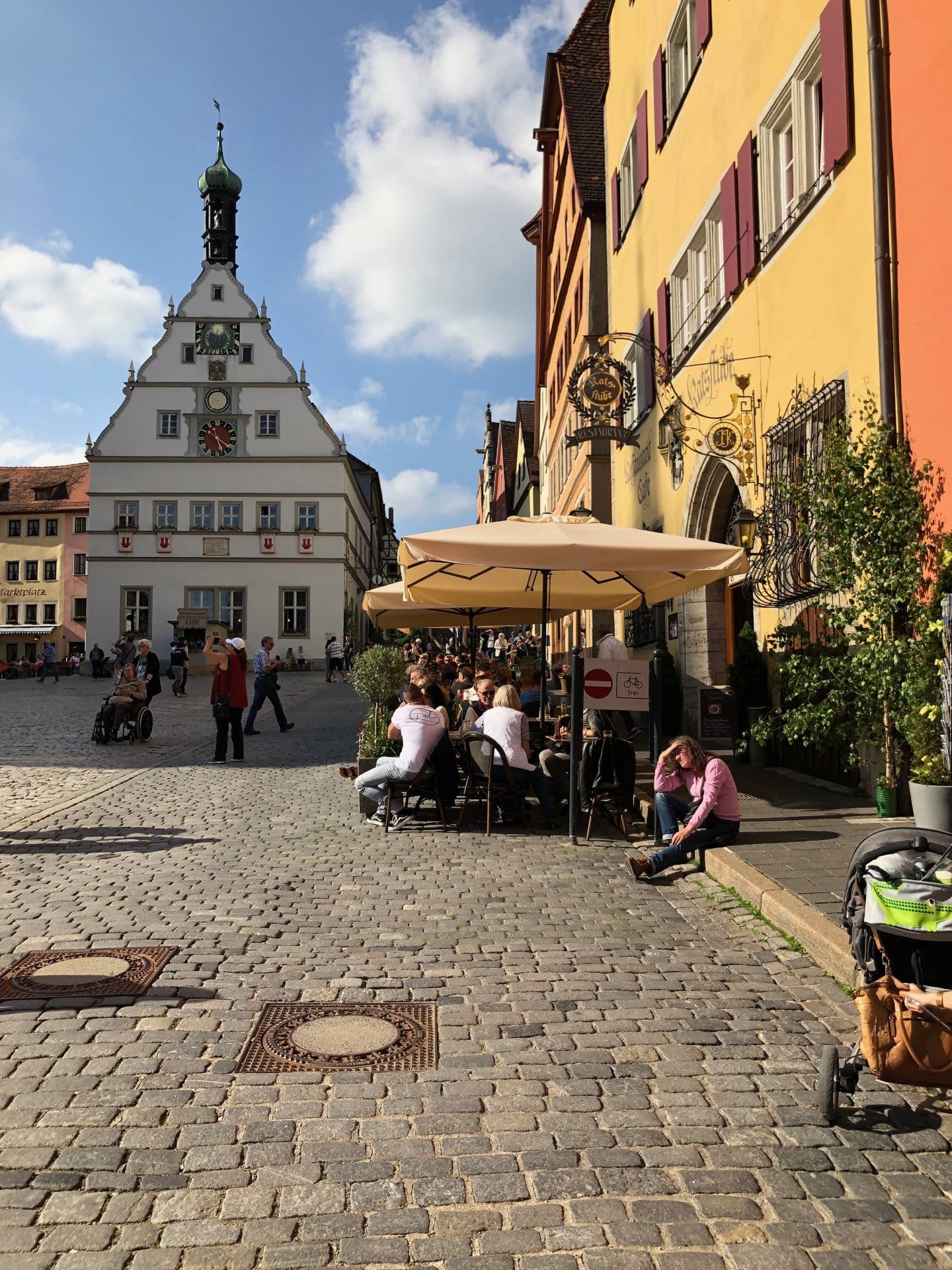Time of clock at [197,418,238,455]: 5:20
